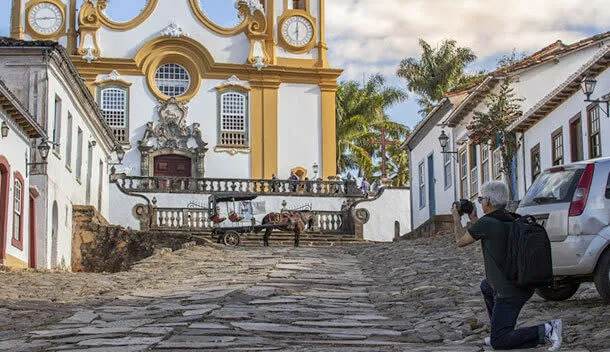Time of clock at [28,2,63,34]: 2:43
